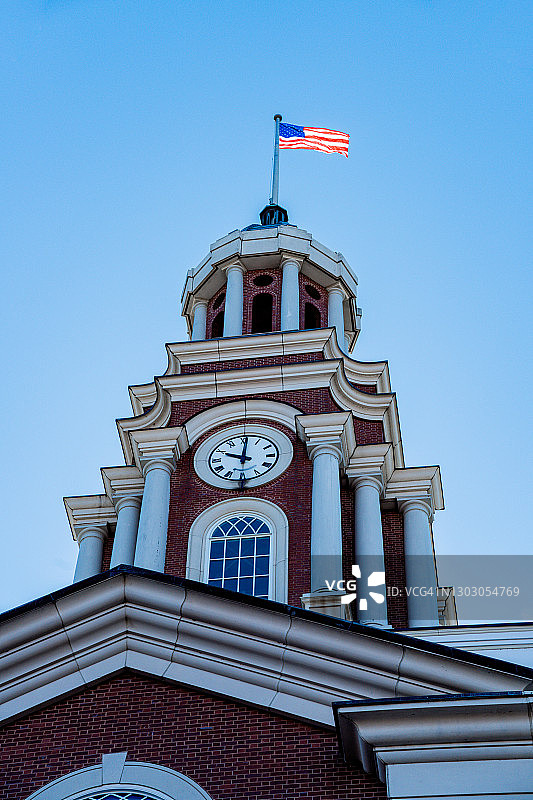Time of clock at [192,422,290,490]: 10:00
